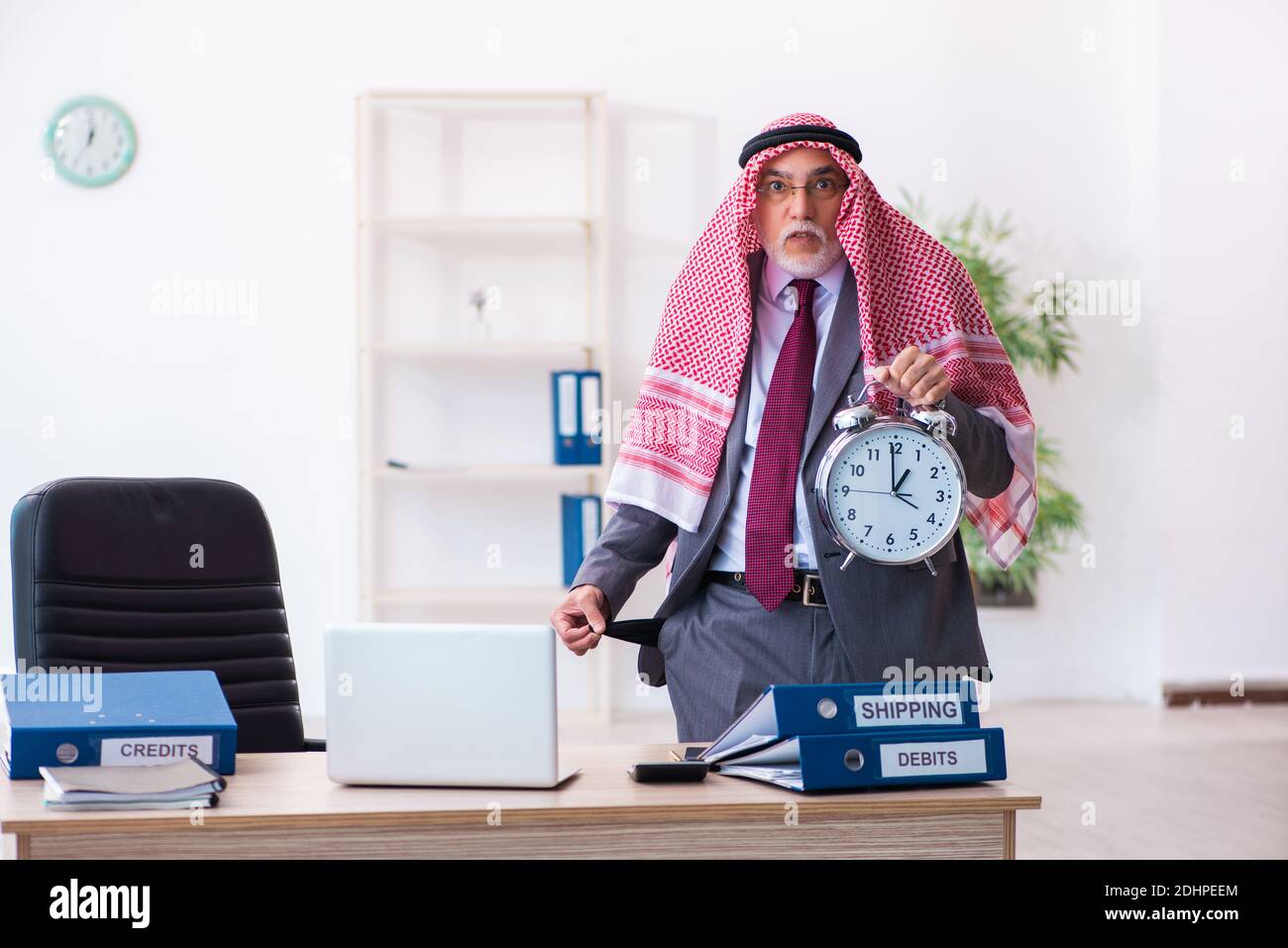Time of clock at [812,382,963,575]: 12:59
